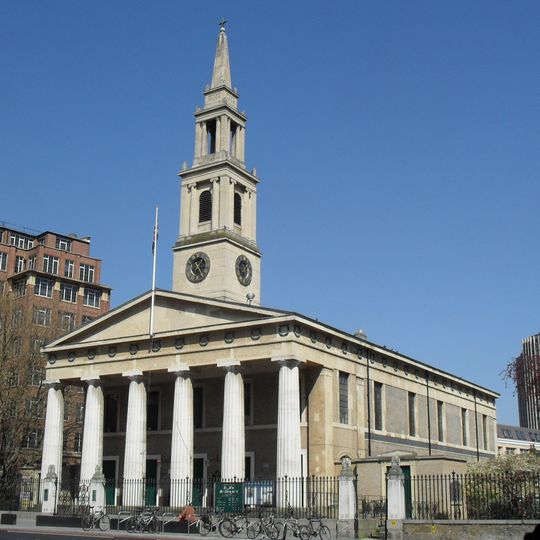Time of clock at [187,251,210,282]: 1:24
